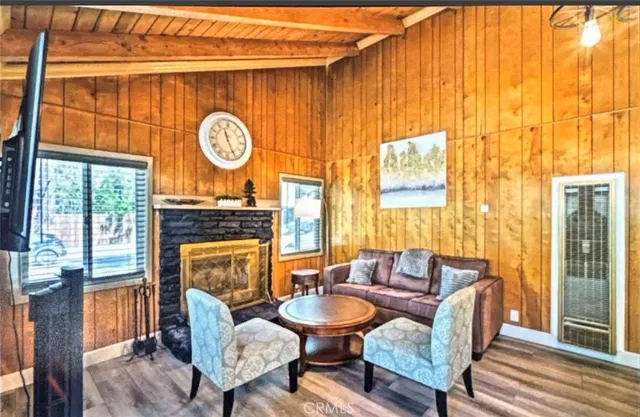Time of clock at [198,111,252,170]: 11:25
